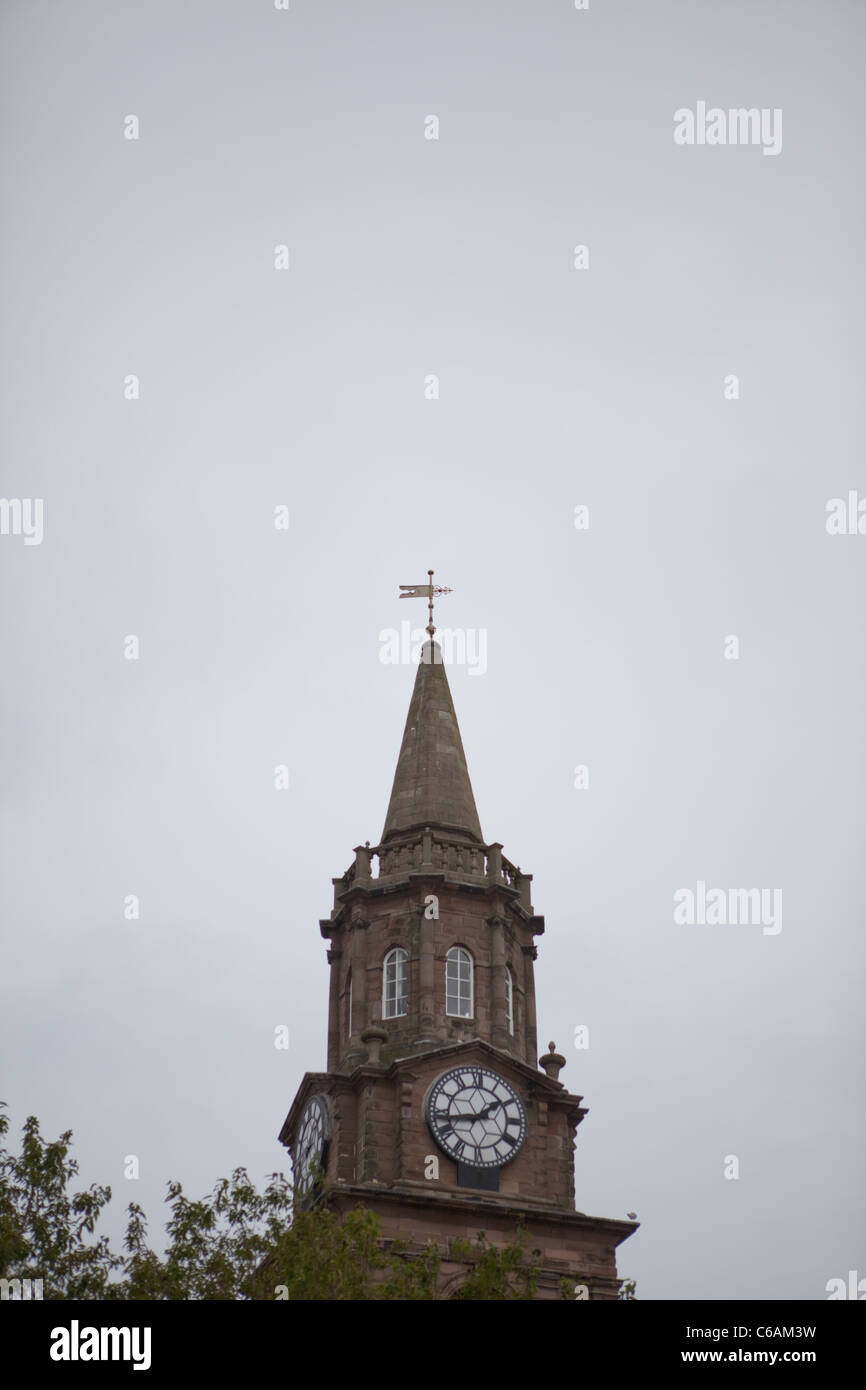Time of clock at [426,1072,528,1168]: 1:43
